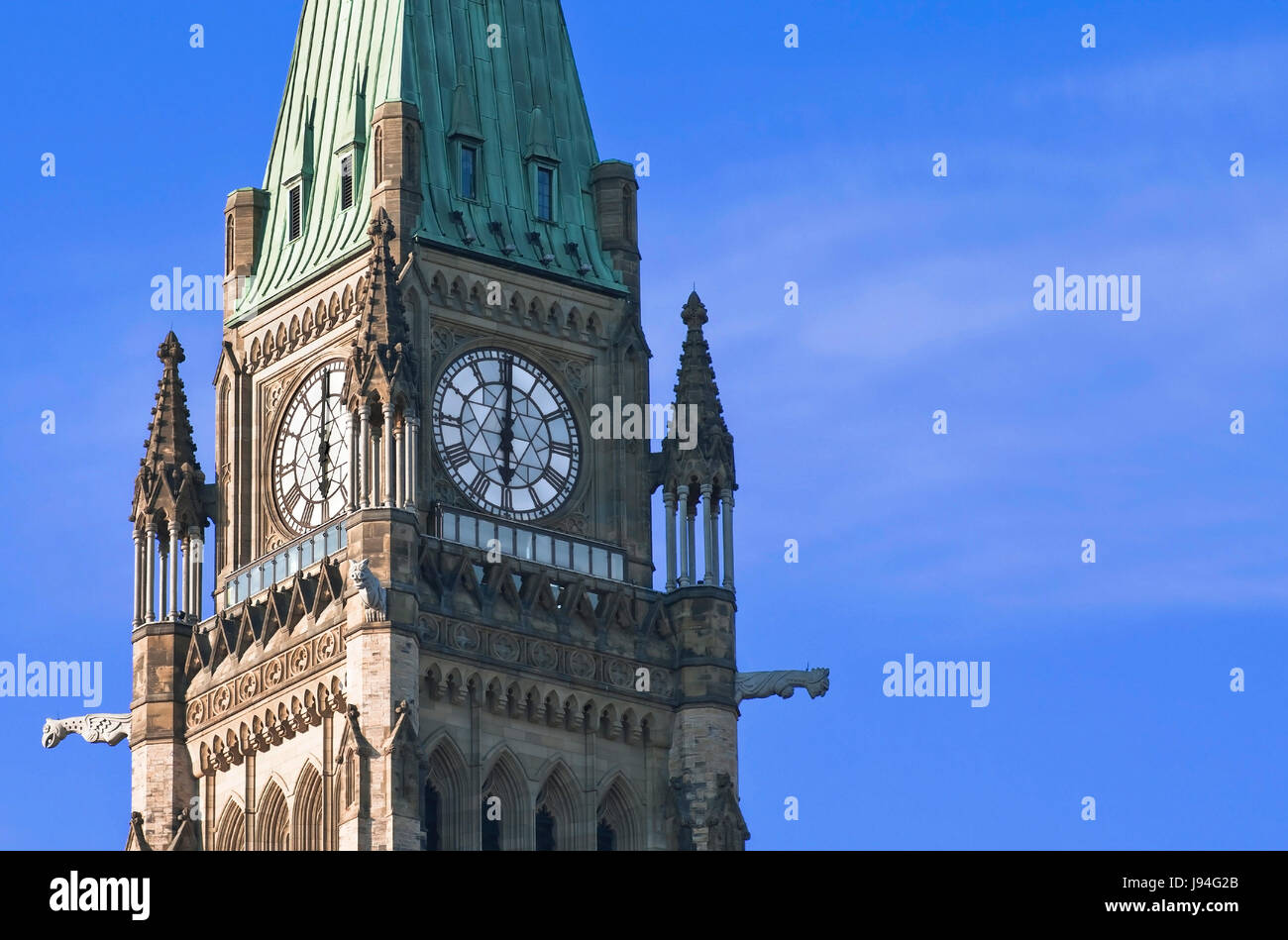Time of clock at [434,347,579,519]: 6:00
